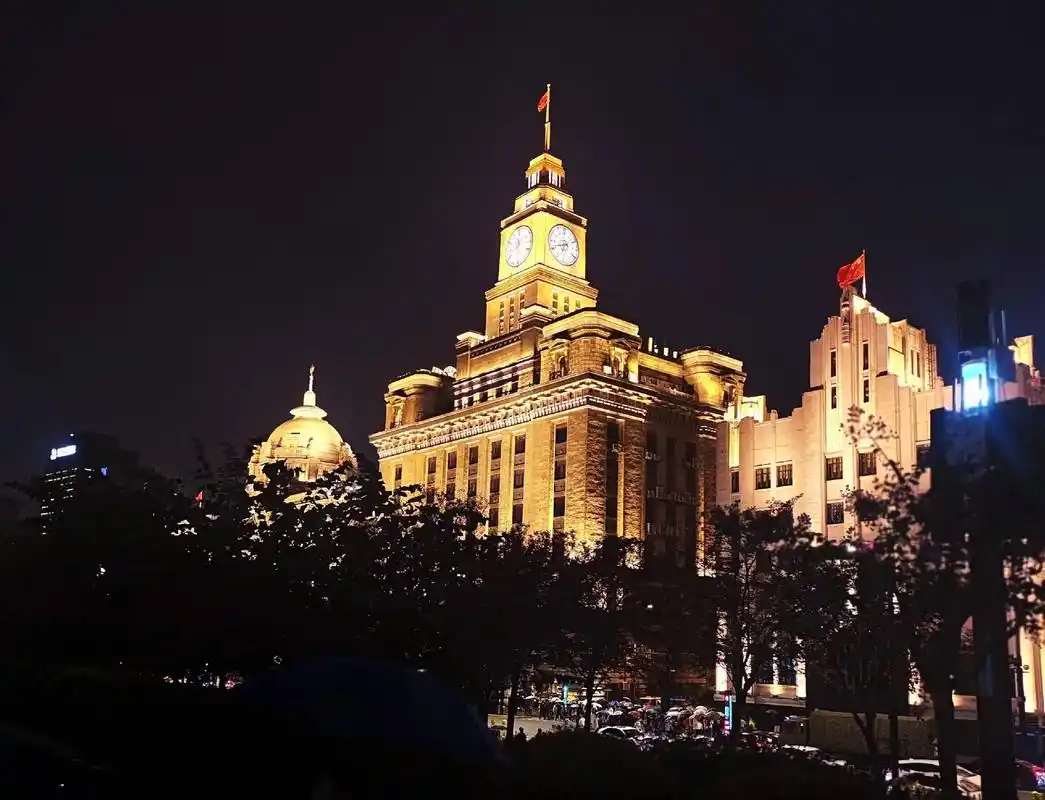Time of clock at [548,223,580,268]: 6:41
